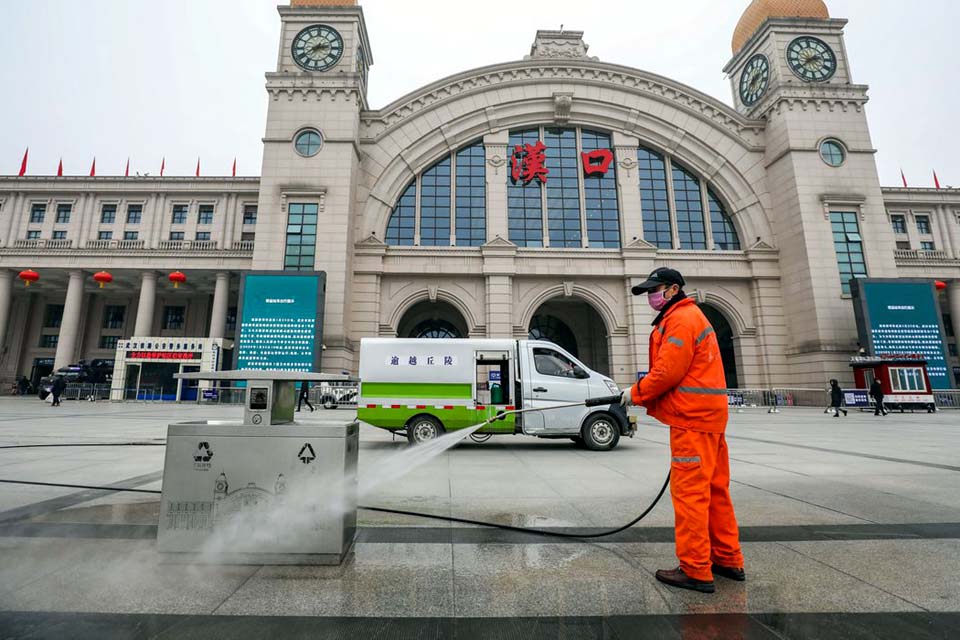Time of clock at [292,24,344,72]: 2:38
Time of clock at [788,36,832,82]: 2:38
